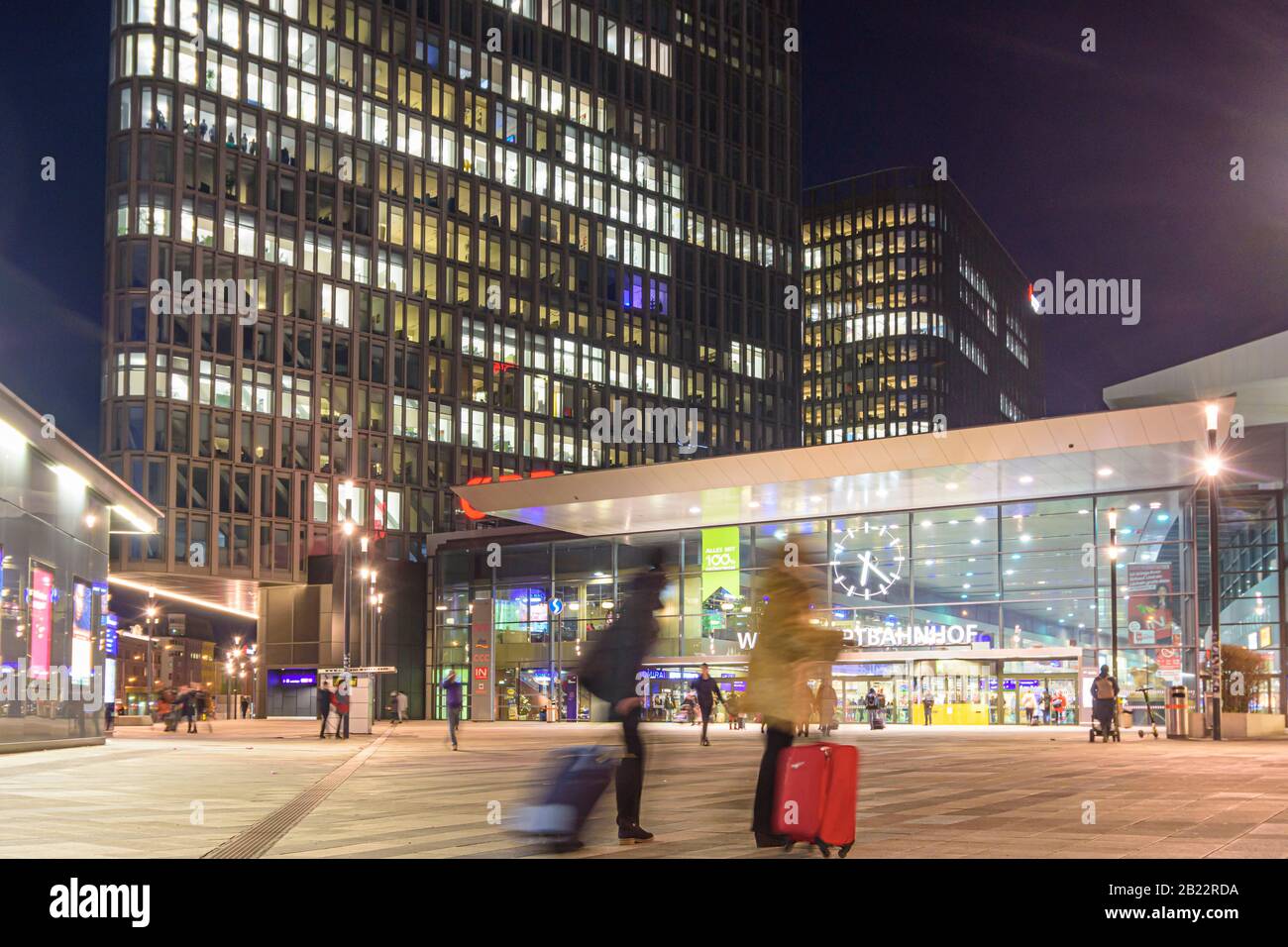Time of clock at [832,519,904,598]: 6:21
